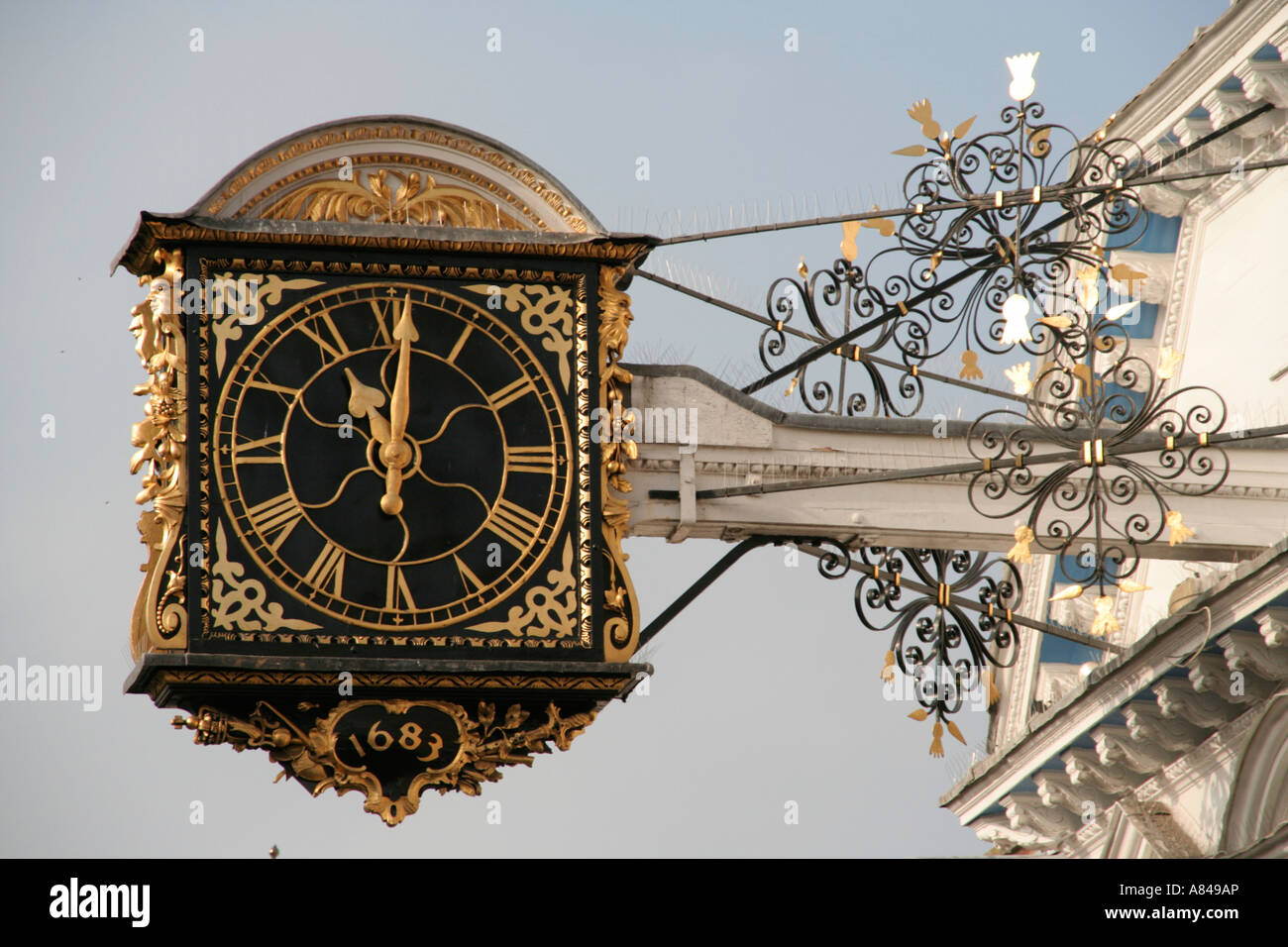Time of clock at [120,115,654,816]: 11:00
